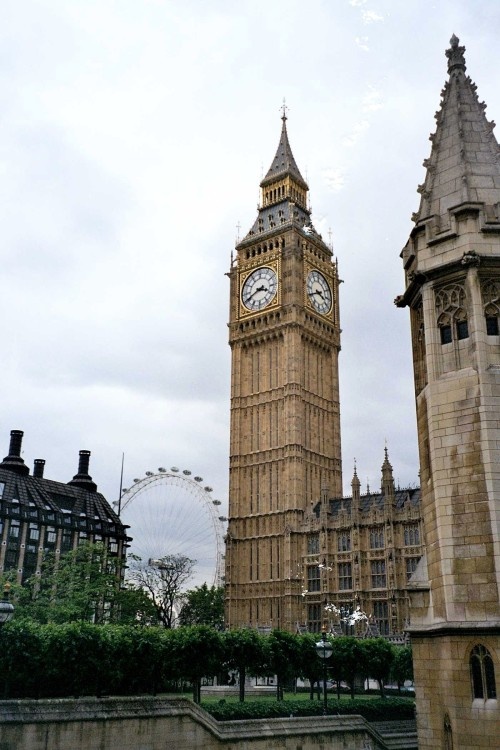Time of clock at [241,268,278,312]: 3:40
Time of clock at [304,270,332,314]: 3:40
